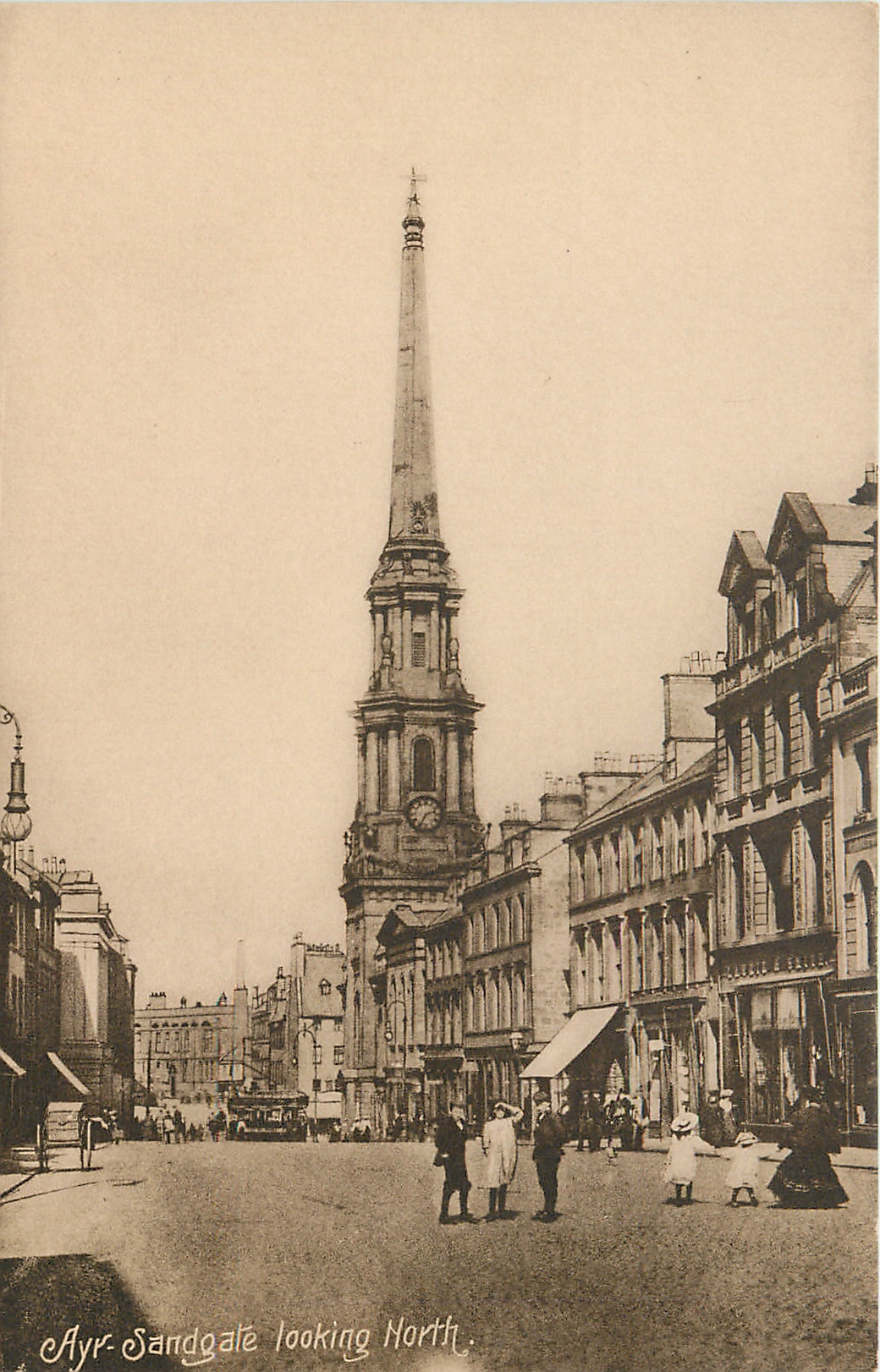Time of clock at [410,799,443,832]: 2:34
